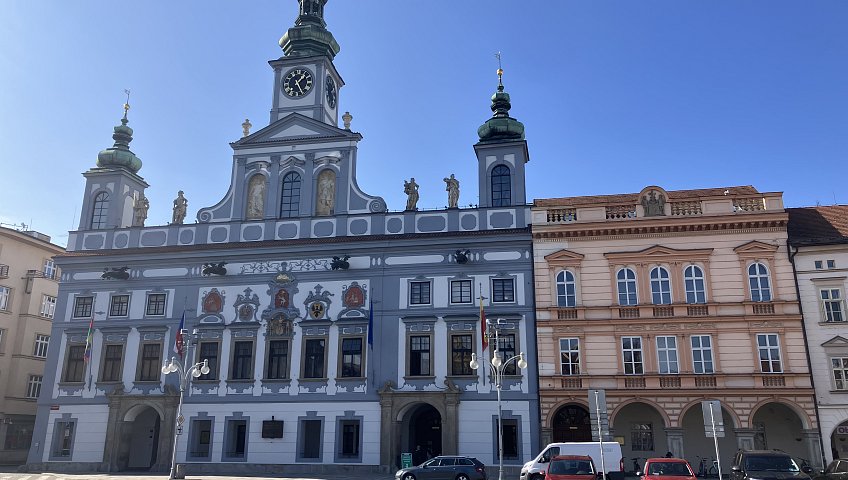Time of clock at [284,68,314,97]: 1:25
